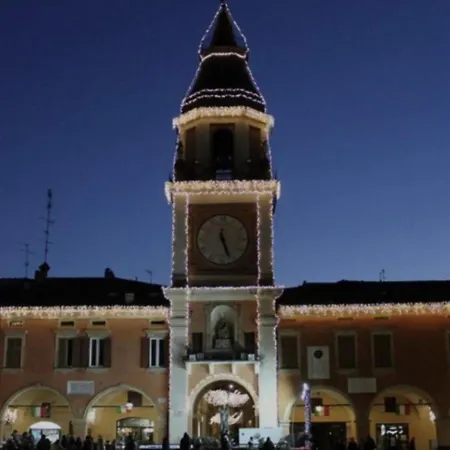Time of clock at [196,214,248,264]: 5:26
